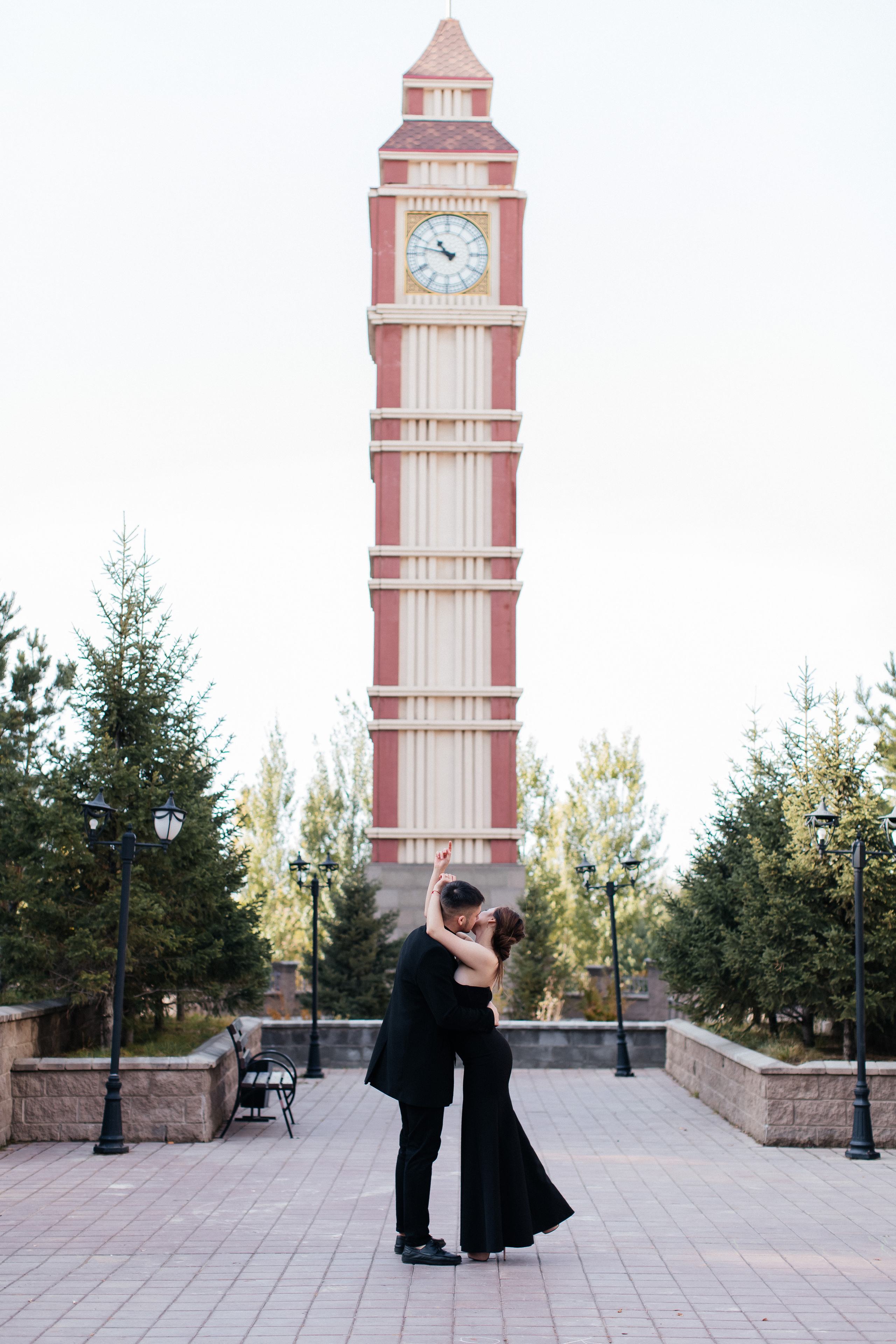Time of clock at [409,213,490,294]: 10:47
